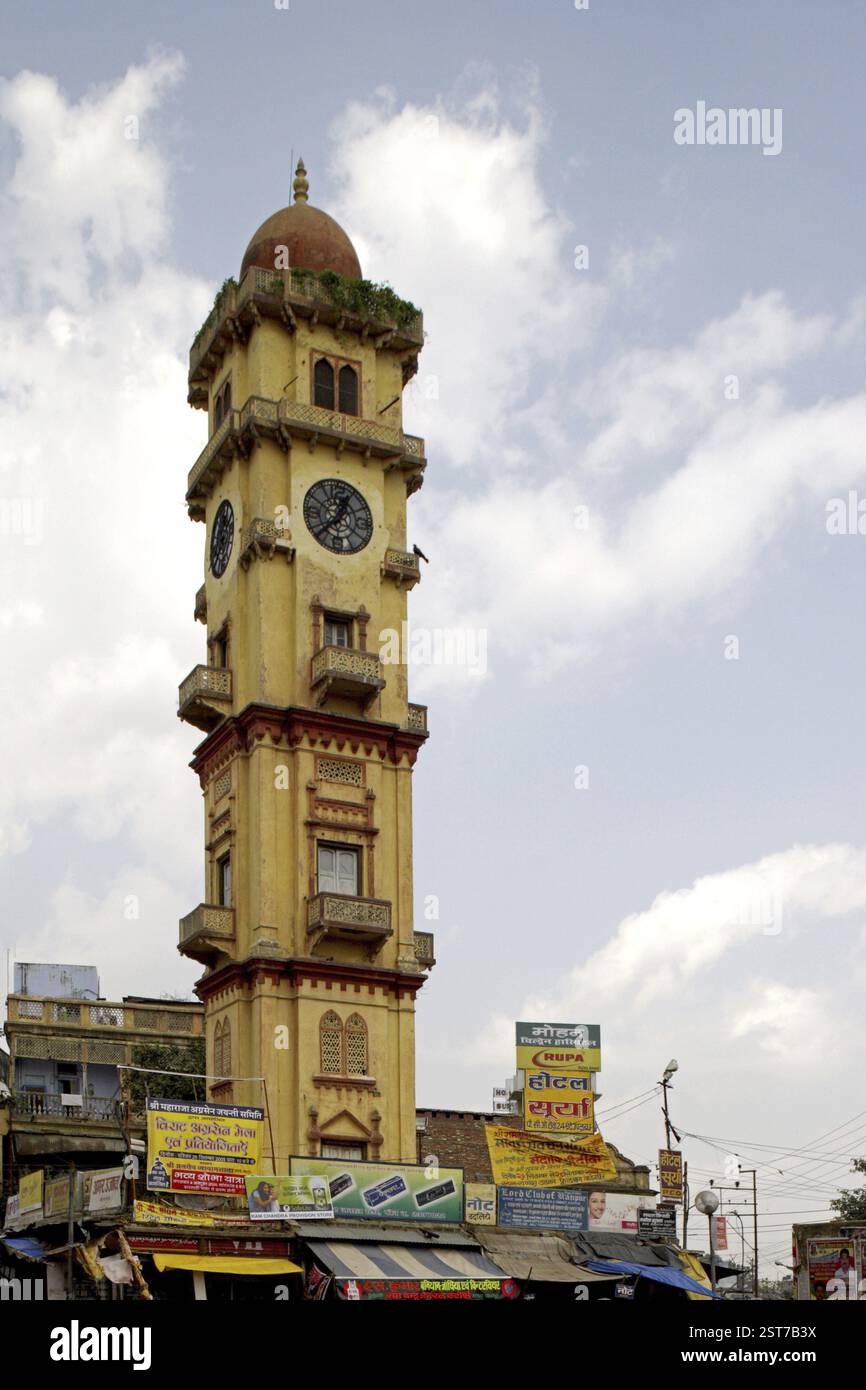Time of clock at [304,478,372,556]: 12:37
